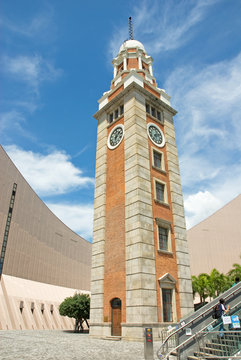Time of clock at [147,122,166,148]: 7:12
